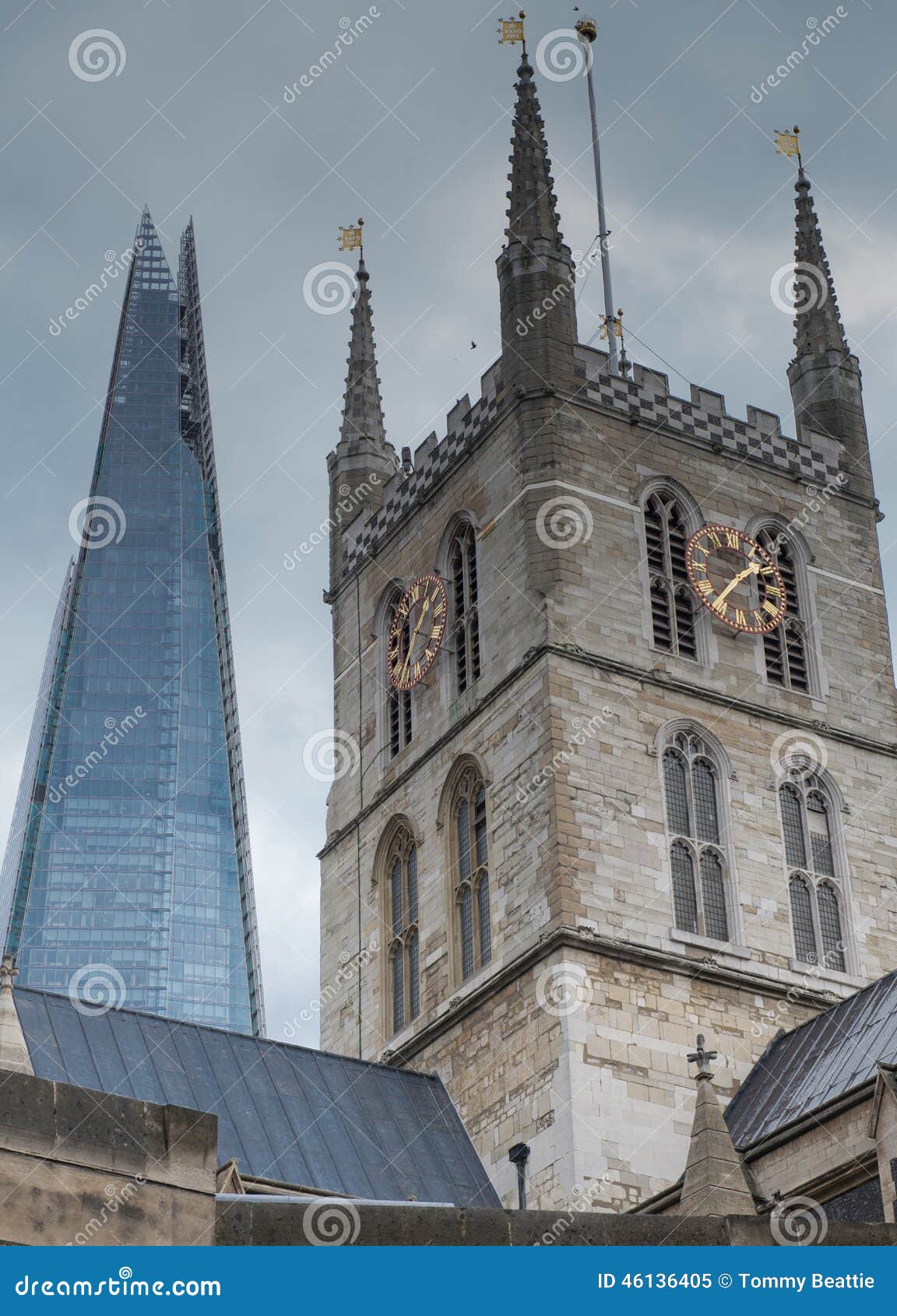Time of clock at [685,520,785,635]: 1:36
